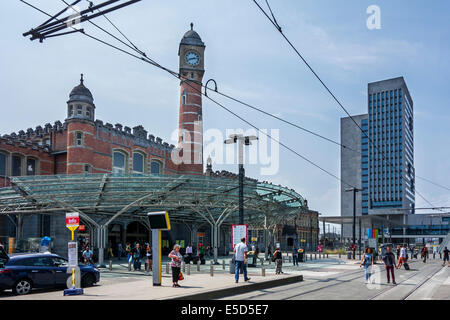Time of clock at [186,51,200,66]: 2:42
